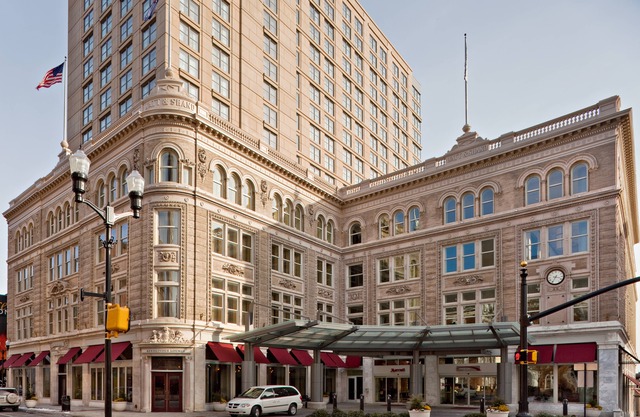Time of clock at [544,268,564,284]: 3:34
